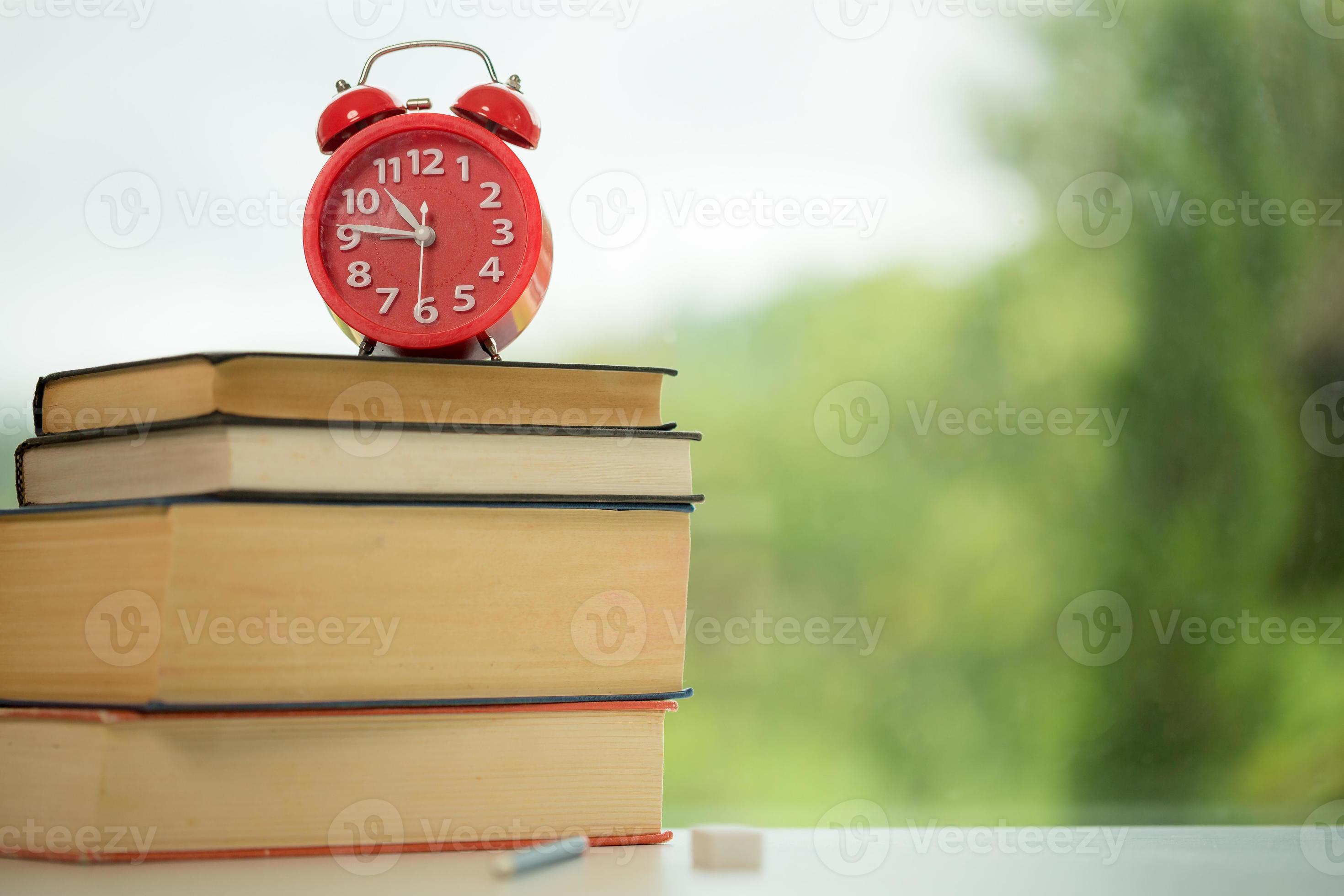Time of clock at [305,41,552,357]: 10:46
